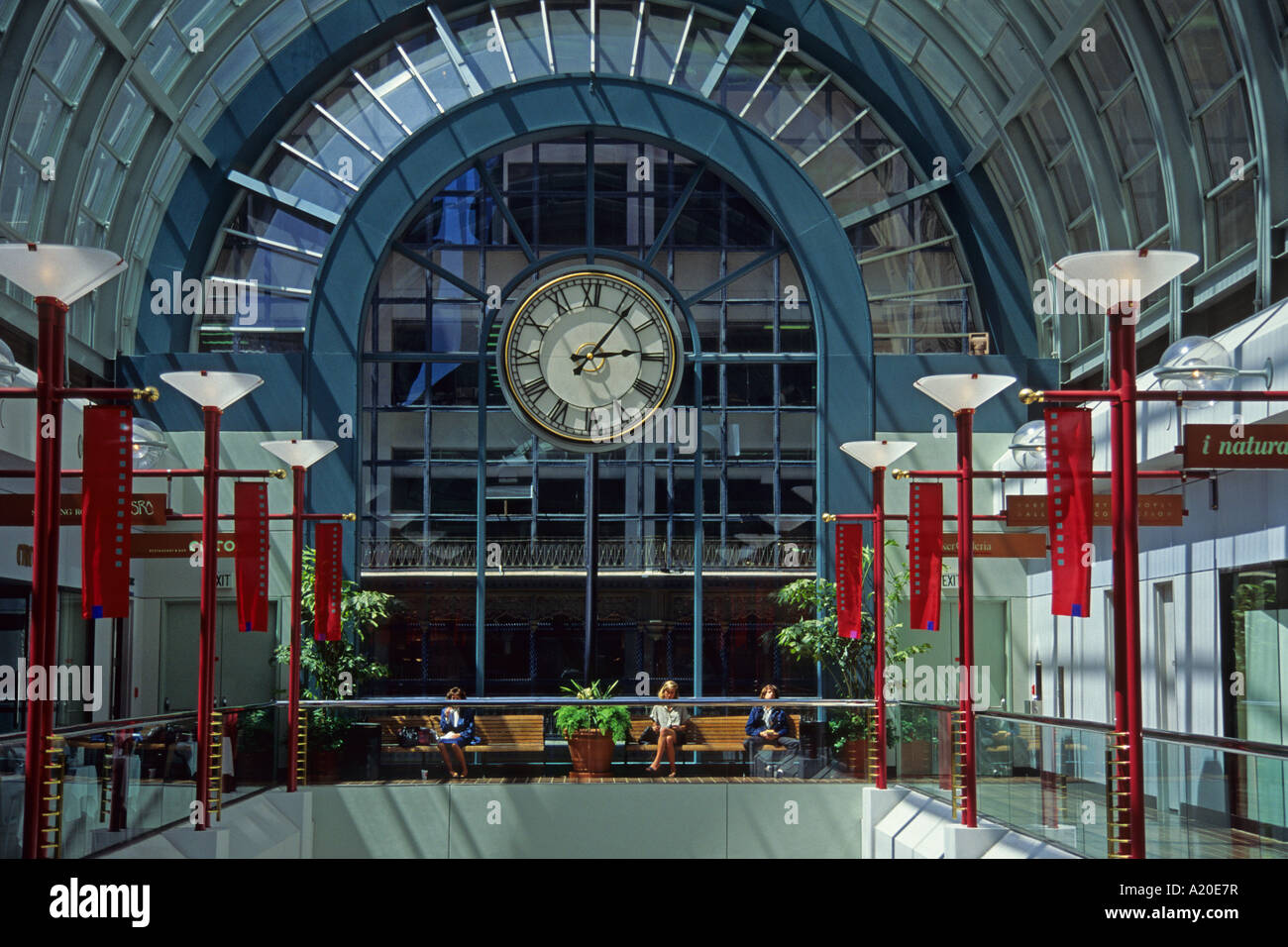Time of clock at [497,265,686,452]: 3:06
